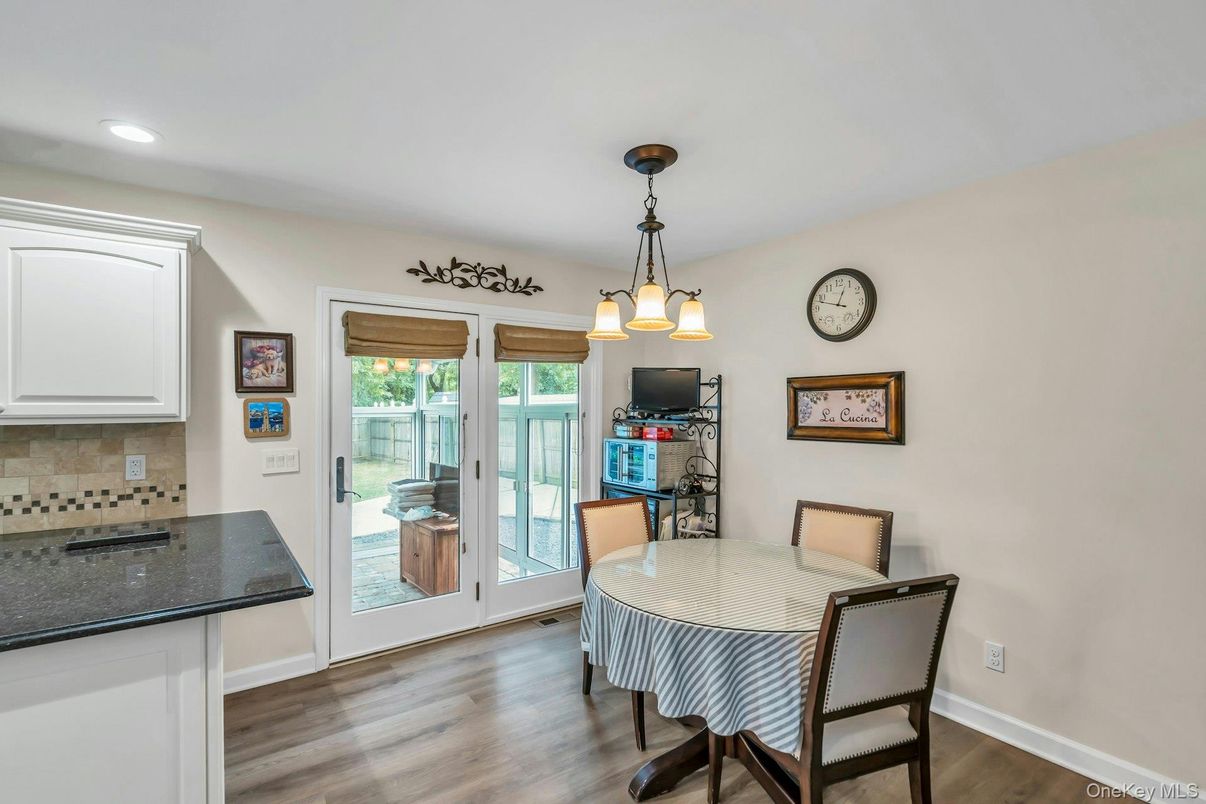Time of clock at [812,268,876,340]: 12:47
